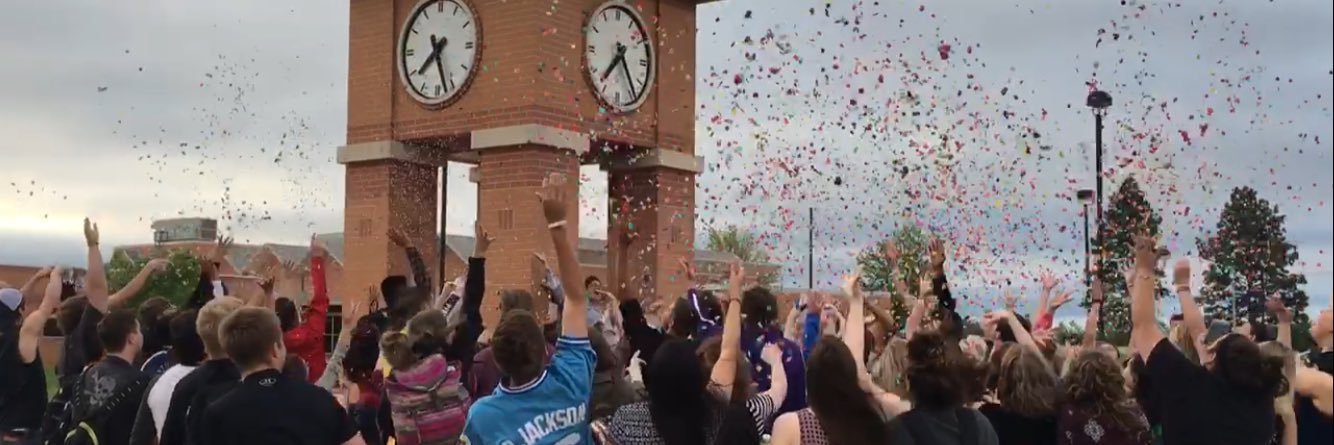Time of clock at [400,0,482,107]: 7:27
